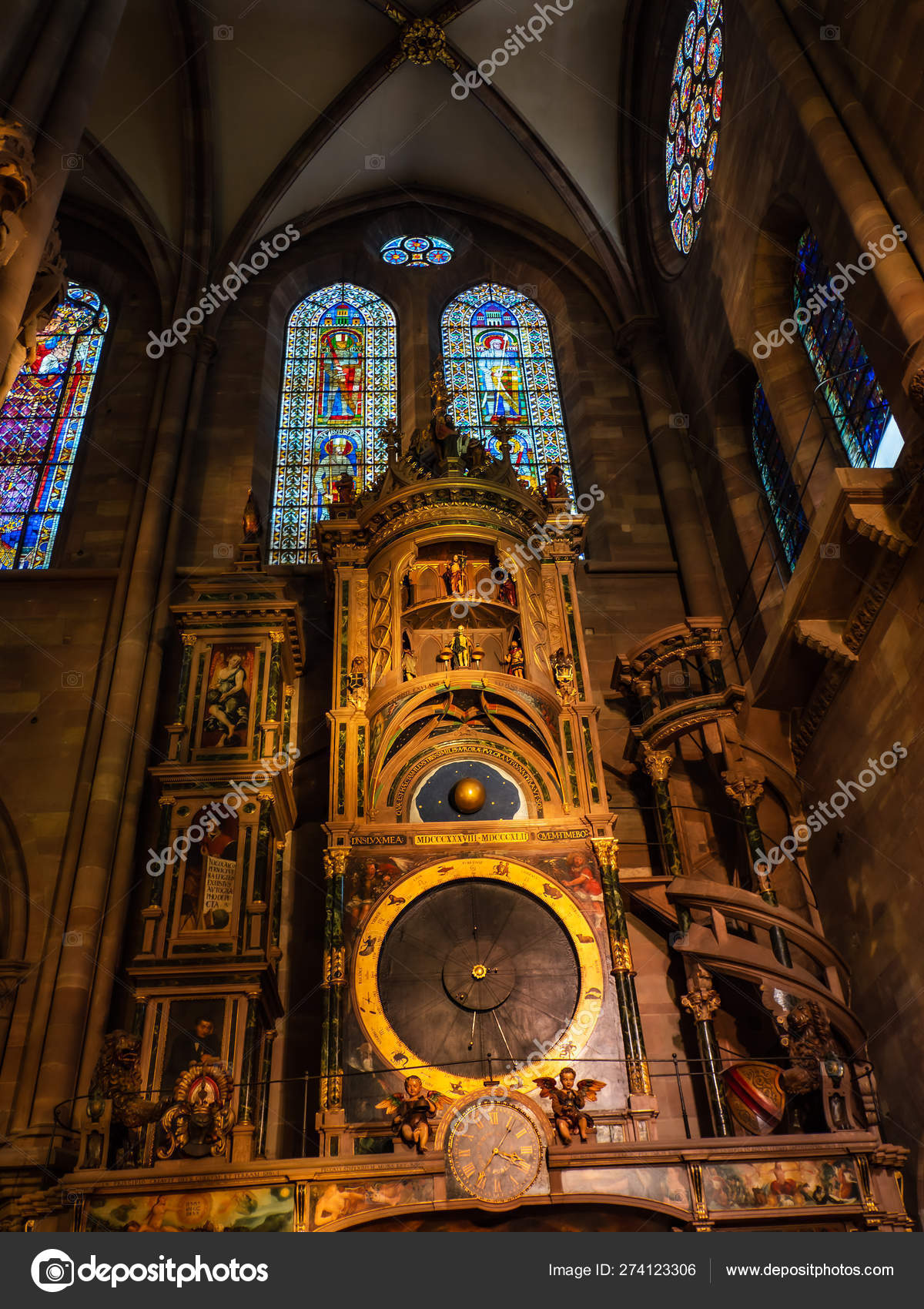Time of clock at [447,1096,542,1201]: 3:36
